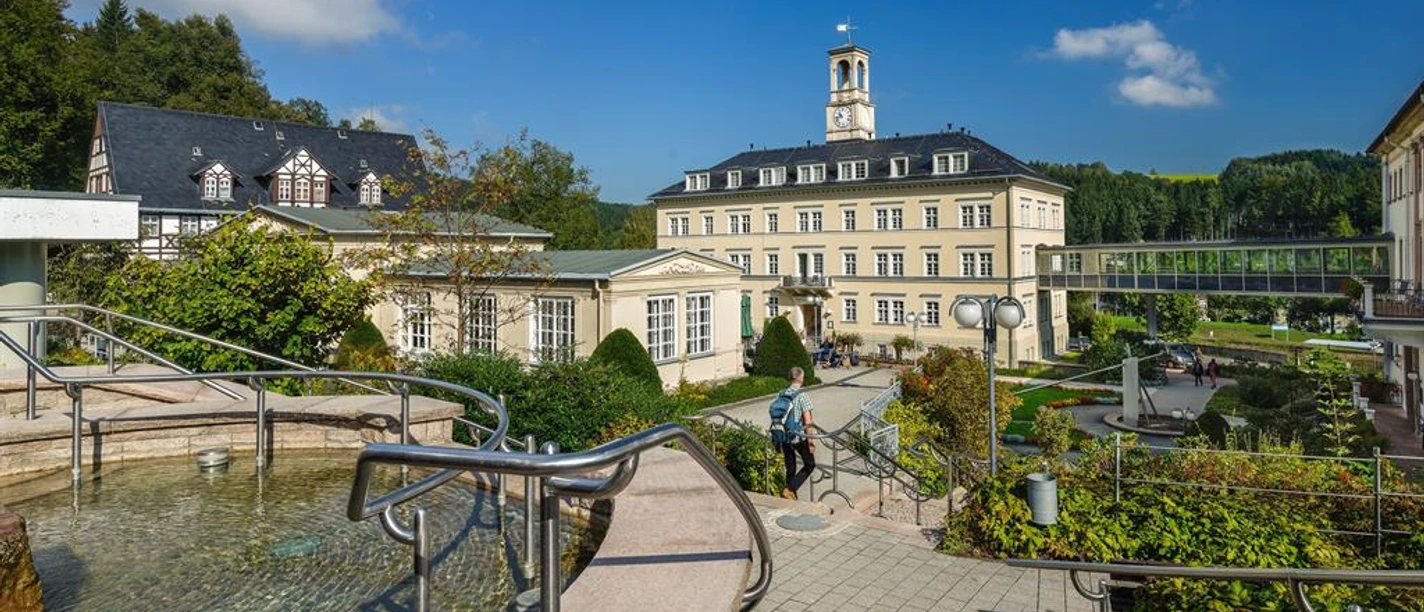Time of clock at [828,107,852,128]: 10:42
